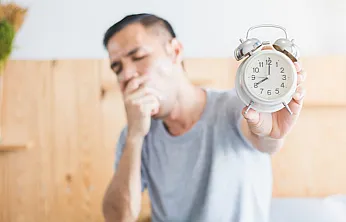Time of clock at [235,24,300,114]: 8:00
